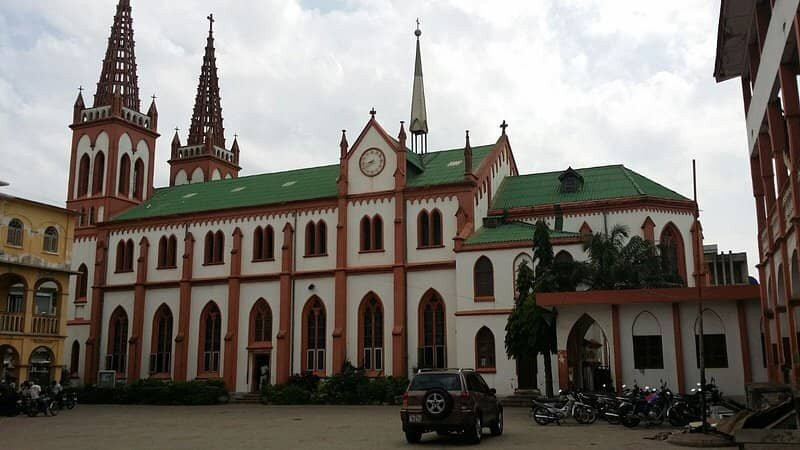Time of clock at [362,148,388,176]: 8:39
